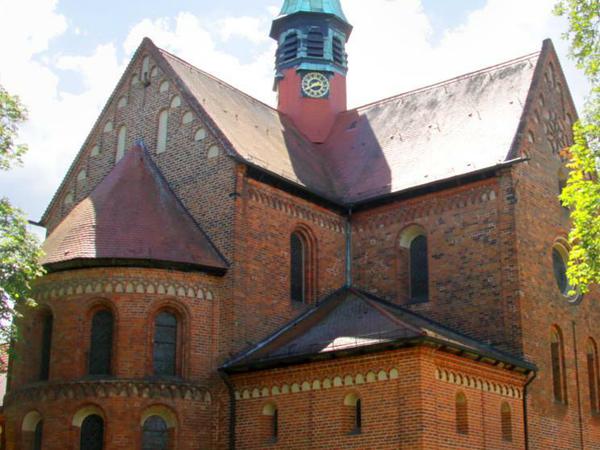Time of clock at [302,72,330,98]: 2:40
